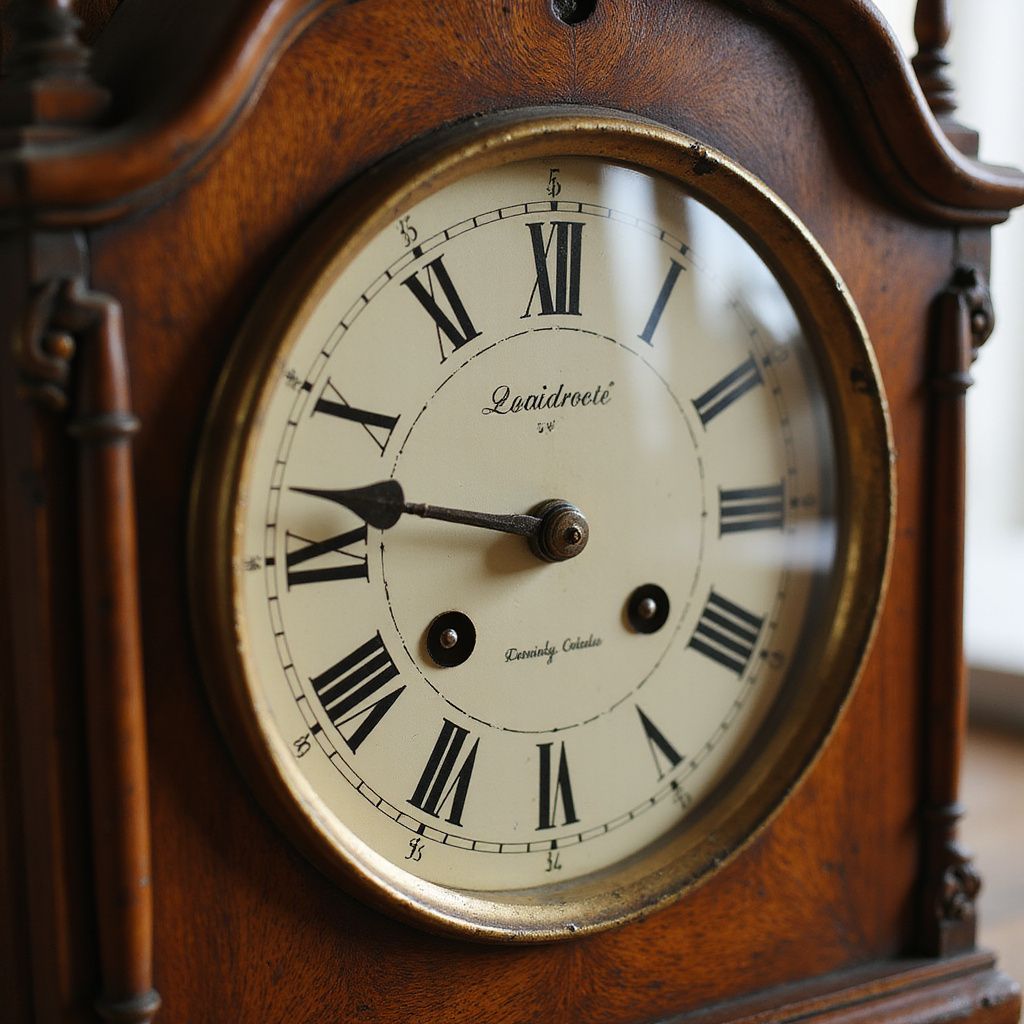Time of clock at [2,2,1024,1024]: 8:46
